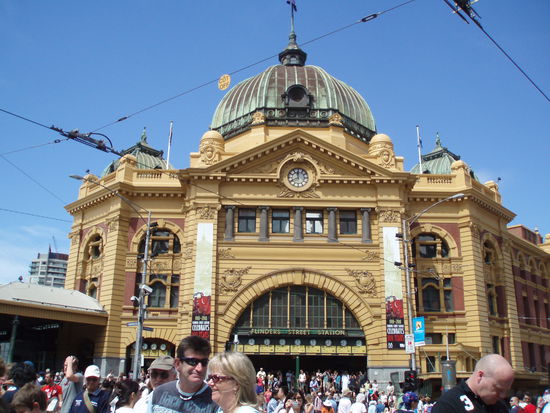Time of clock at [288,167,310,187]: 11:40
